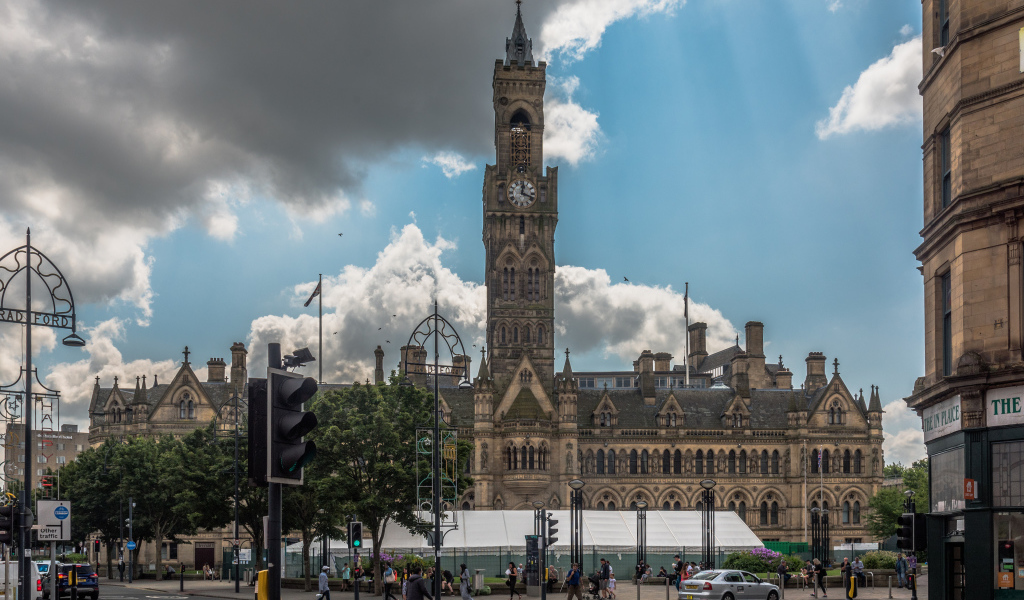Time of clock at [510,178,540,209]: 12:18
